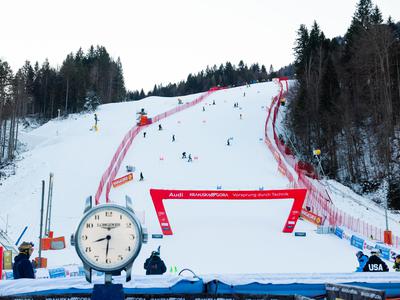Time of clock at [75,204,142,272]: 8:30
